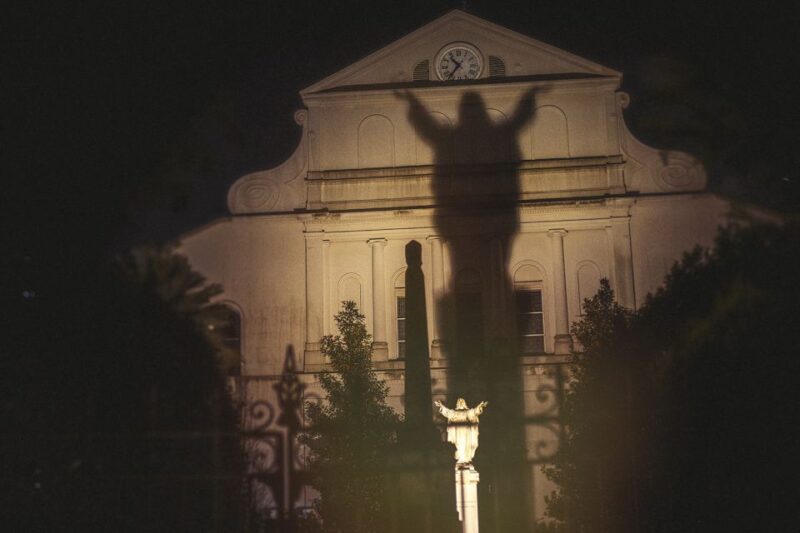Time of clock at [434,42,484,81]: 10:36
